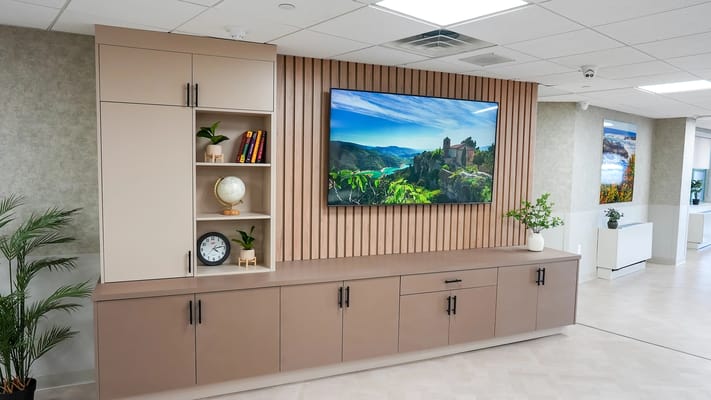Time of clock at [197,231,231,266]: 4:12
